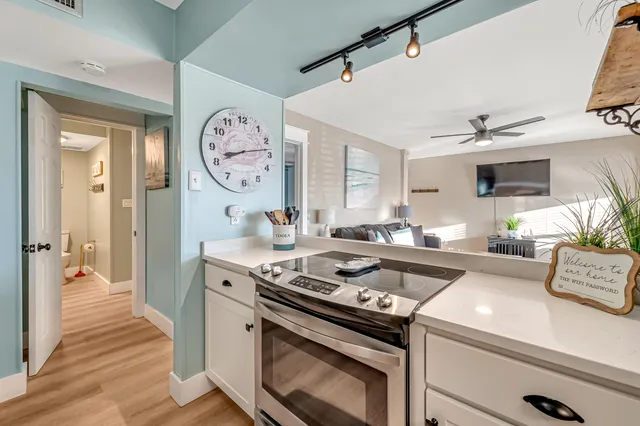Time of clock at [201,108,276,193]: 8:13
